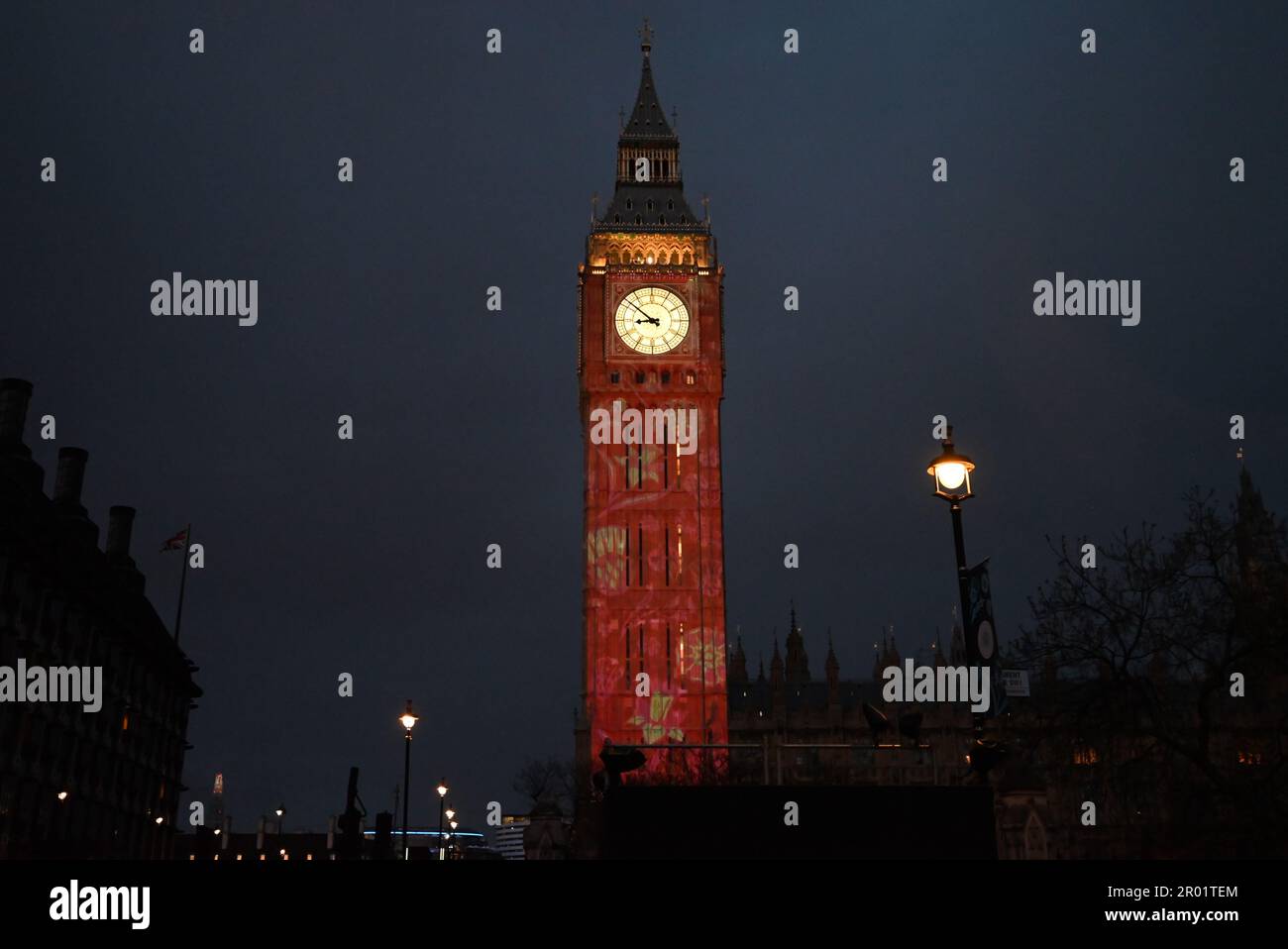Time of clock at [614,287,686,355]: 8:51
